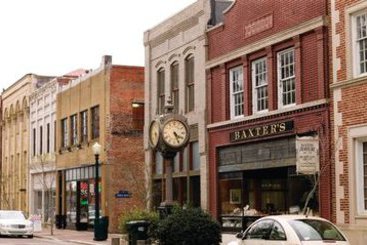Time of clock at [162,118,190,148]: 4:26
